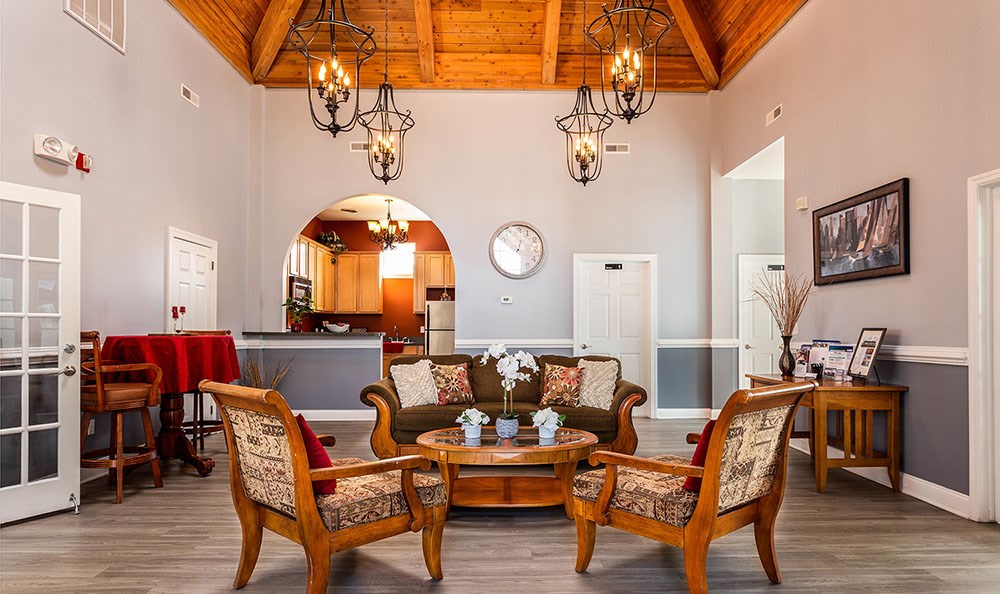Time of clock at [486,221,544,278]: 12:50
